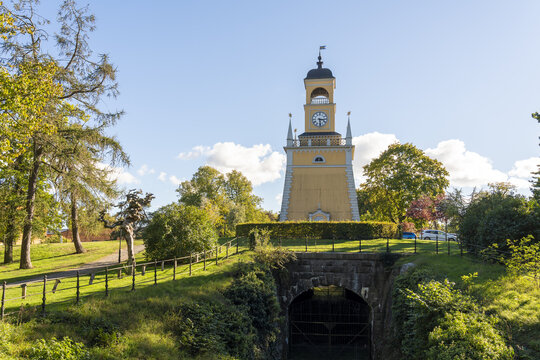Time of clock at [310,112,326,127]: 3:28
